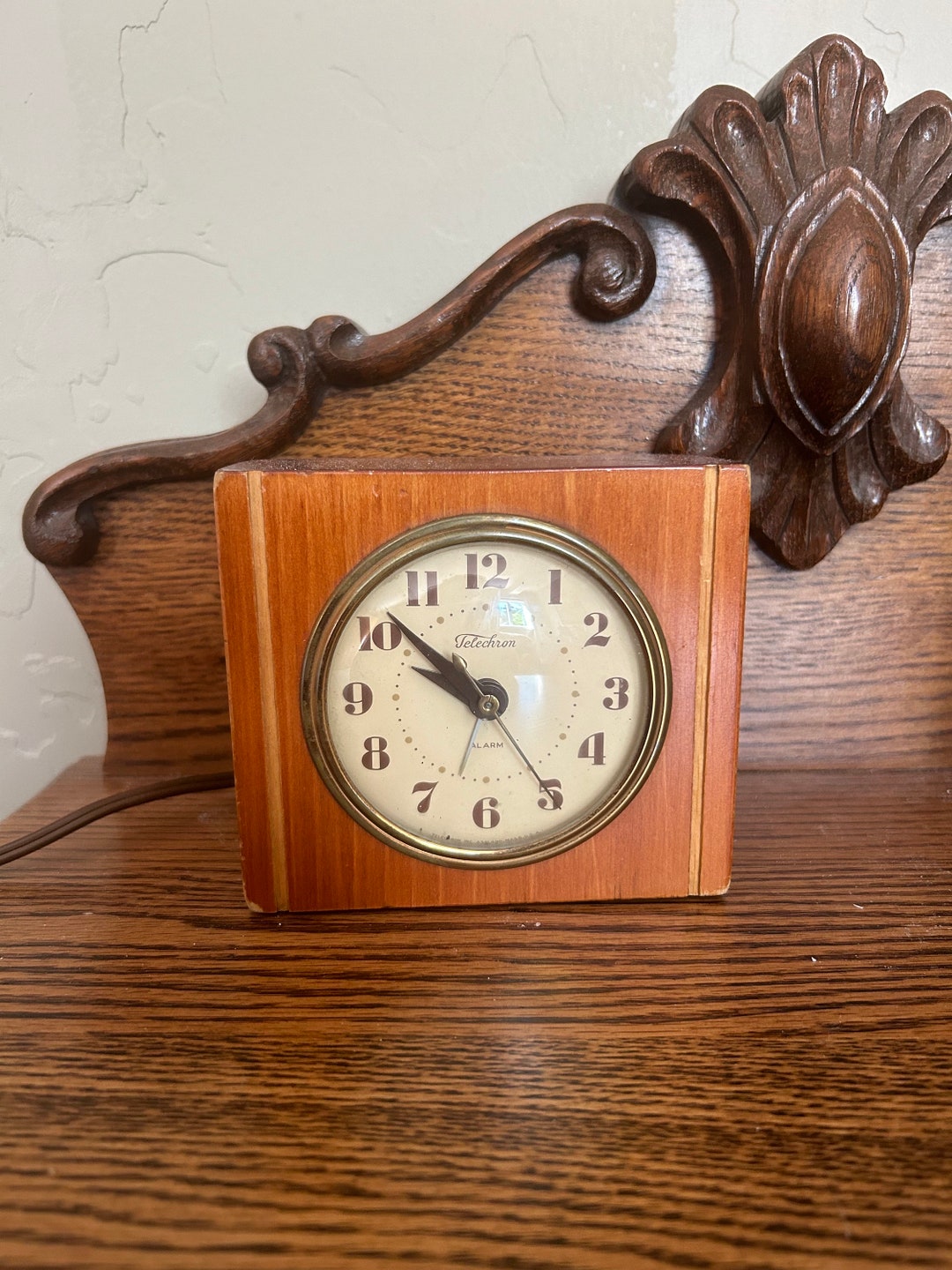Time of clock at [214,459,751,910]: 9:51
